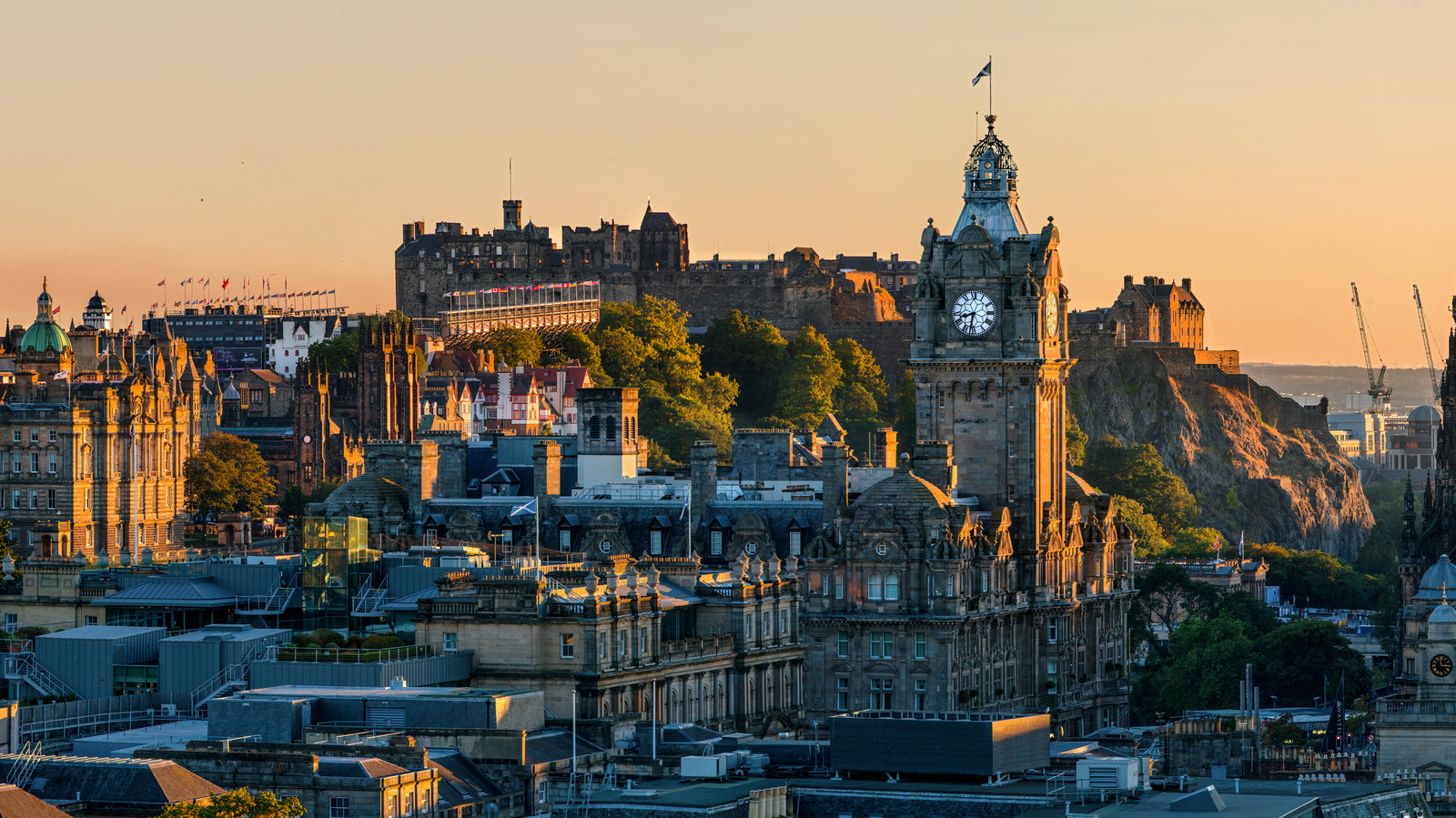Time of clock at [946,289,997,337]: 8:32
